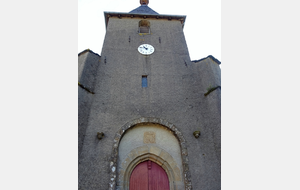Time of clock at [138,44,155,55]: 10:47
